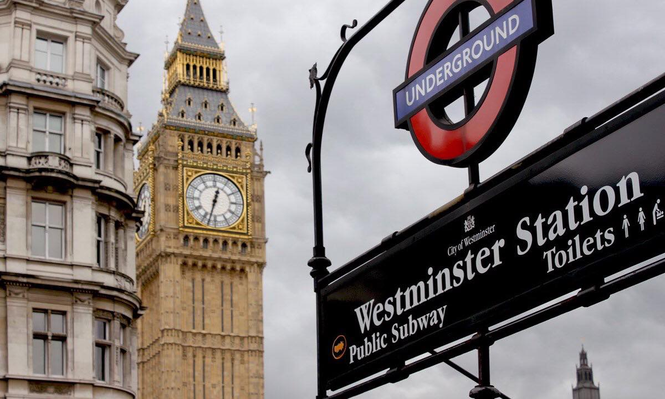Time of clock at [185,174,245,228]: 12:32
